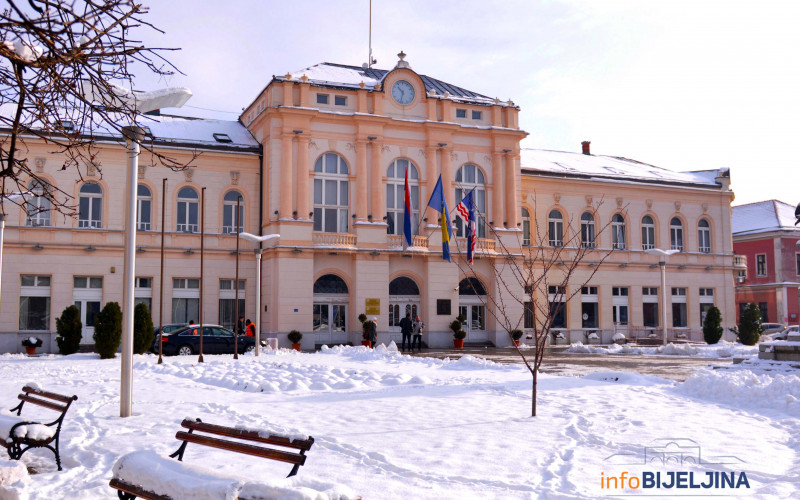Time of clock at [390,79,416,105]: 10:32
